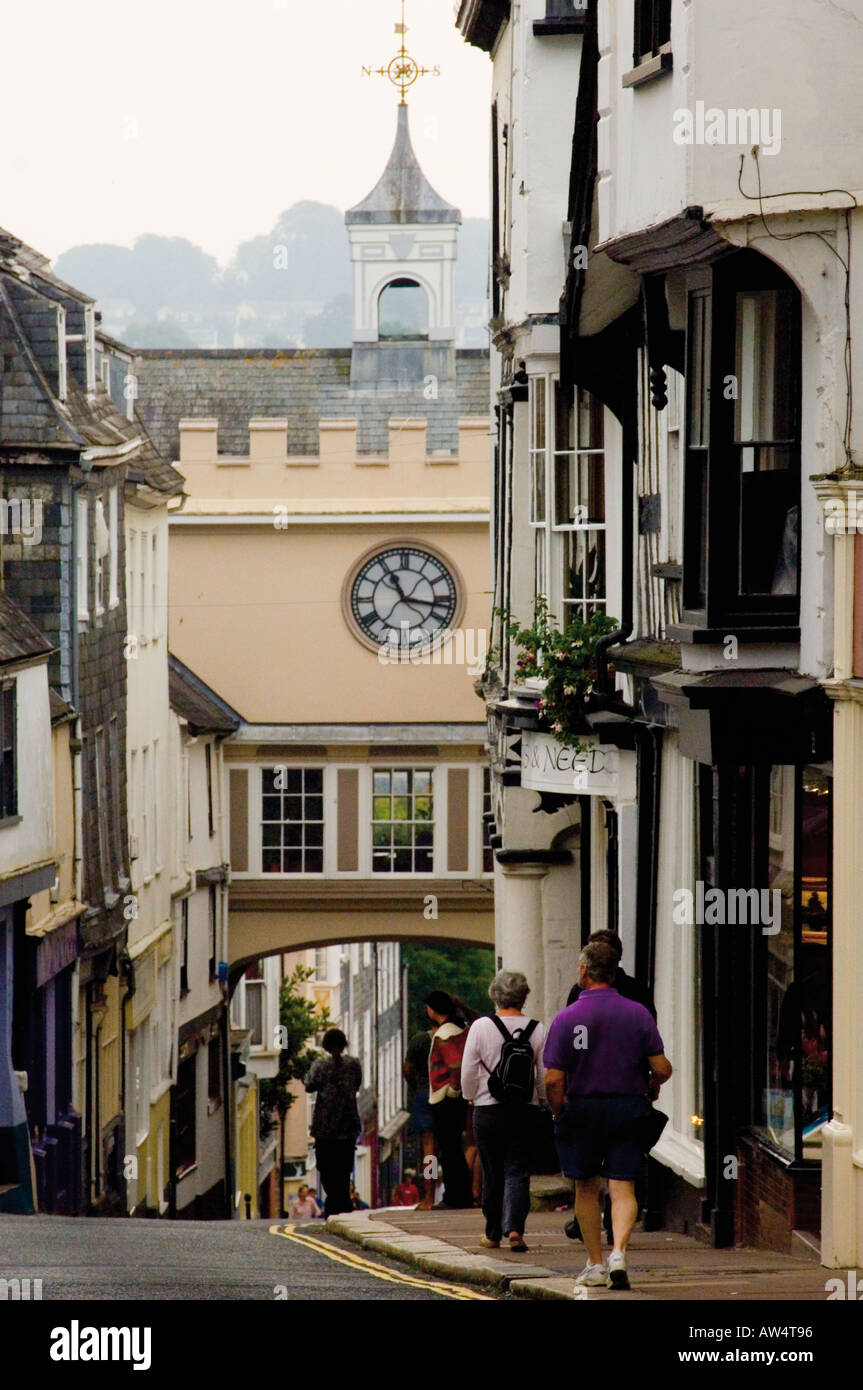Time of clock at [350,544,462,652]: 11:16
